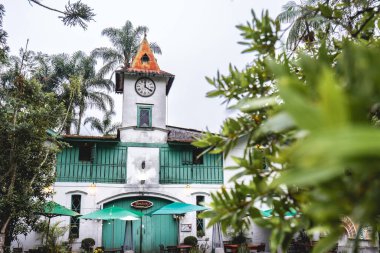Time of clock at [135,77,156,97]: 4:00
